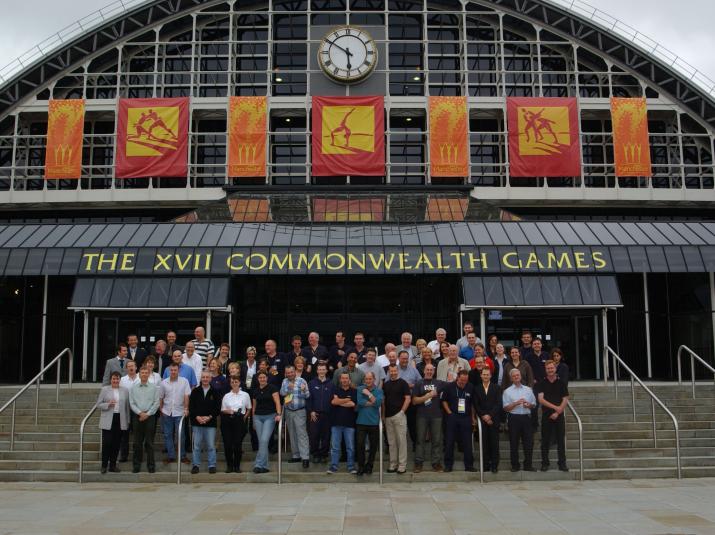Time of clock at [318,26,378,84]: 5:50
